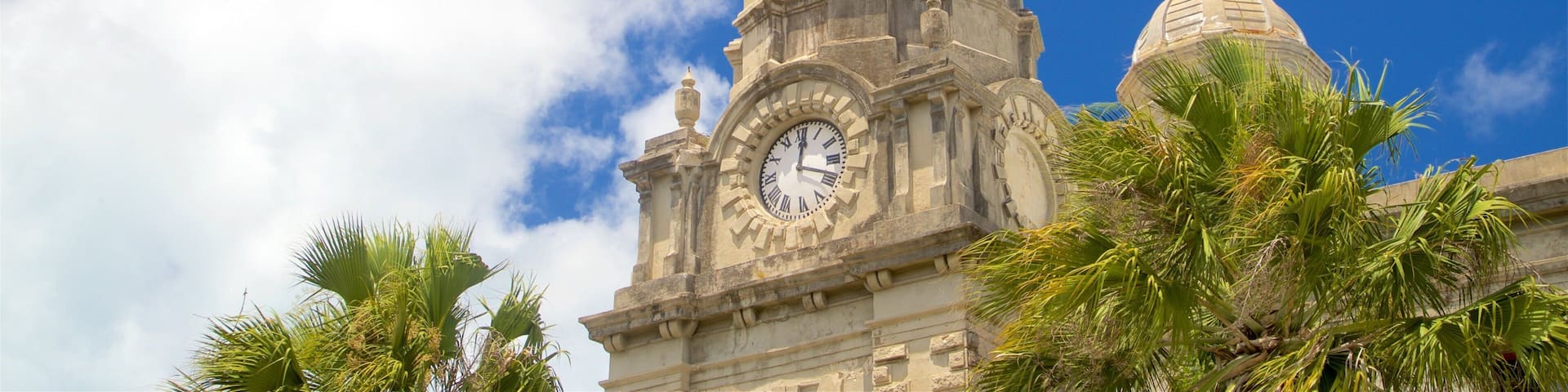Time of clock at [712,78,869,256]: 12:18
